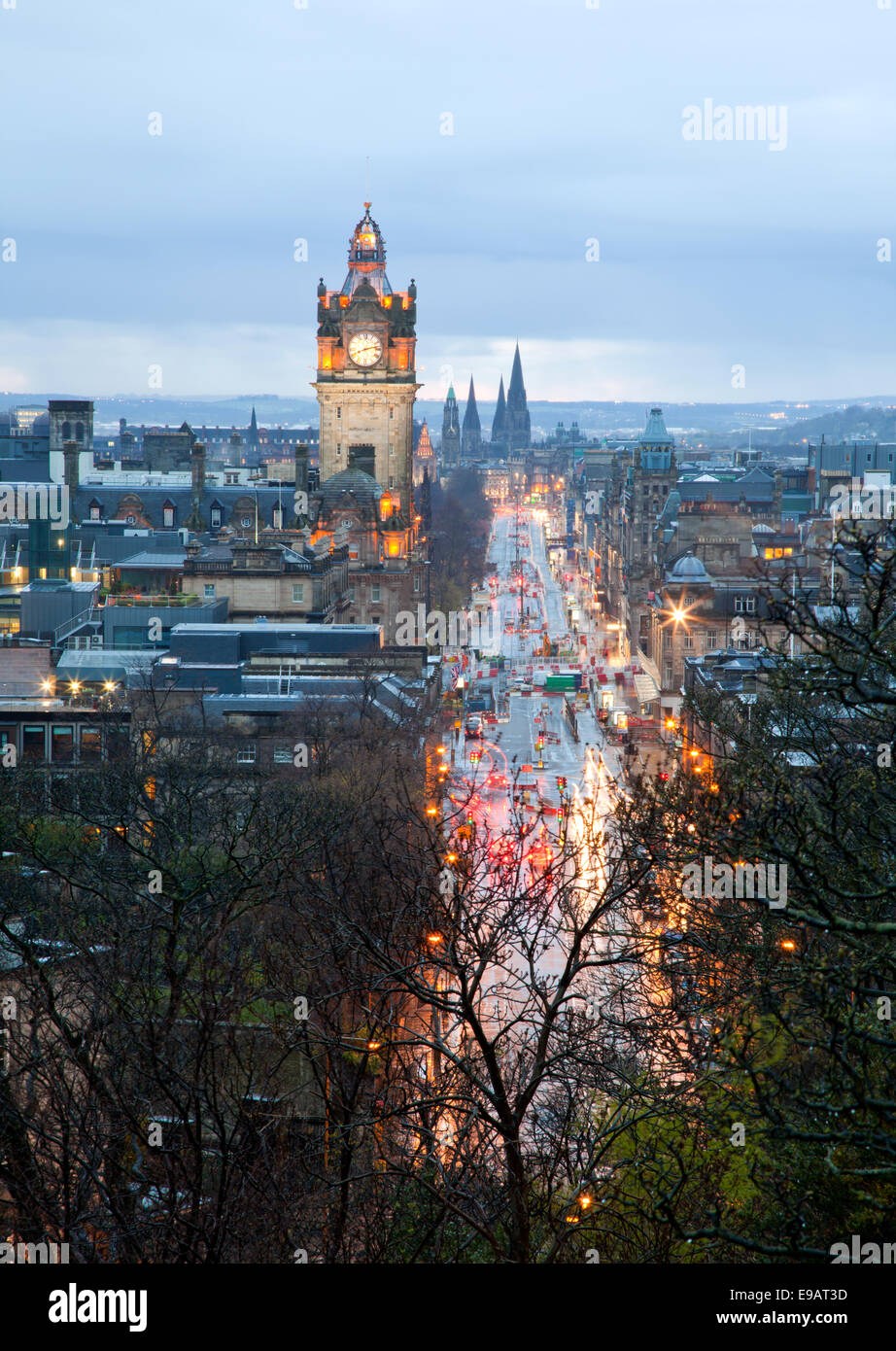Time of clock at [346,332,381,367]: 8:12
